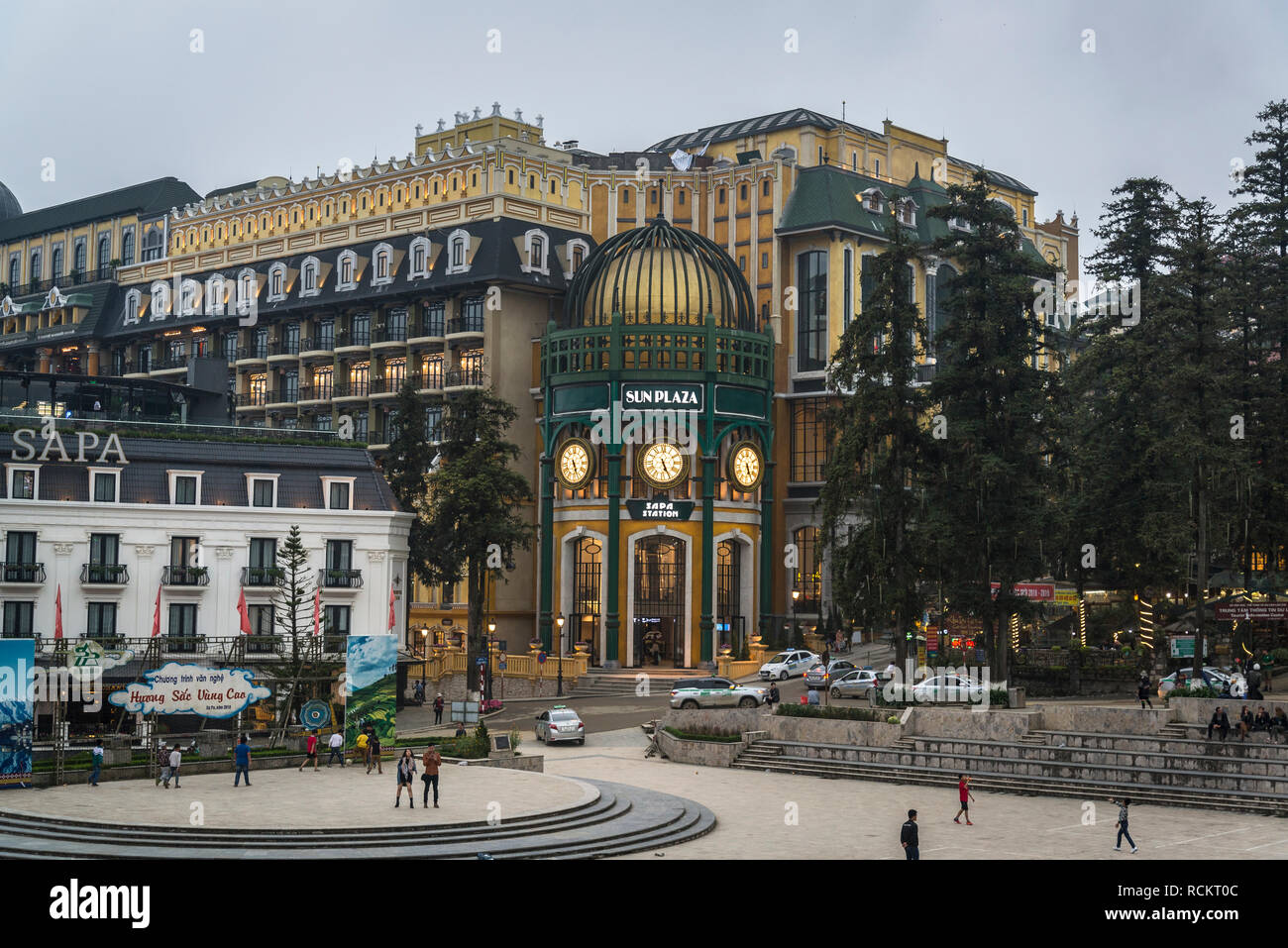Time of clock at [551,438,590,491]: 5:26
